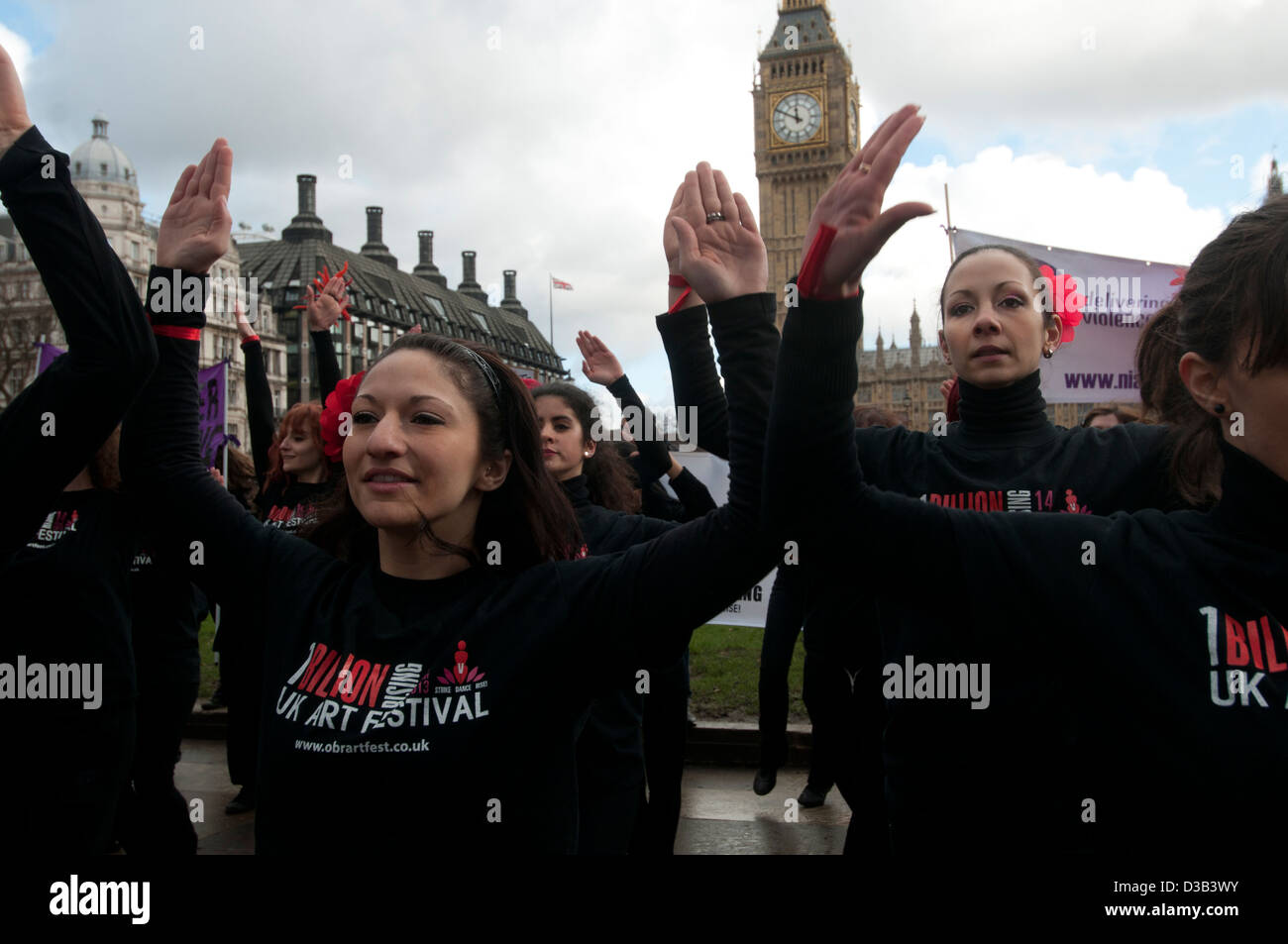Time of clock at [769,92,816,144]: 11:49
